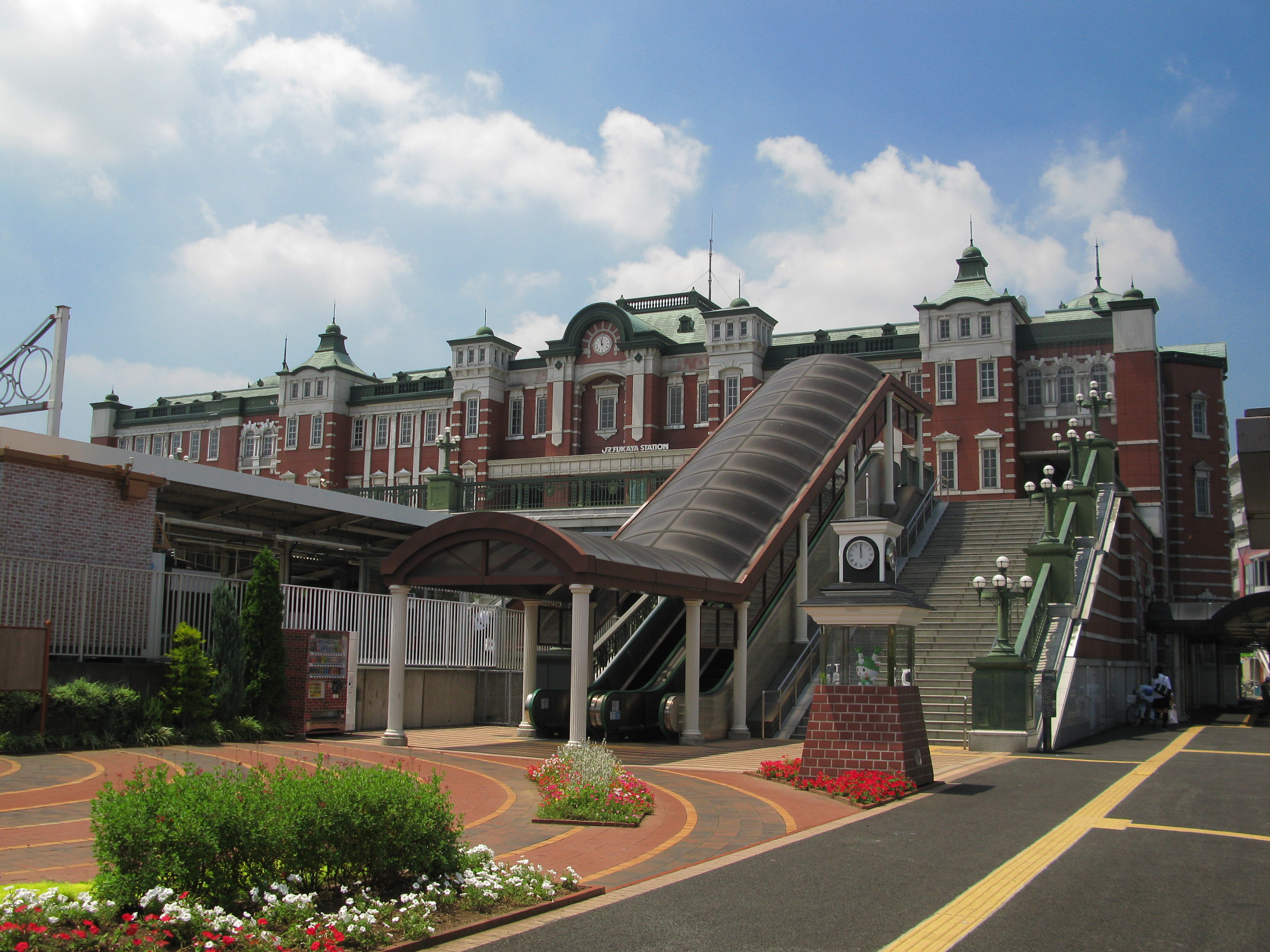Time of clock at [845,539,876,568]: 11:59
